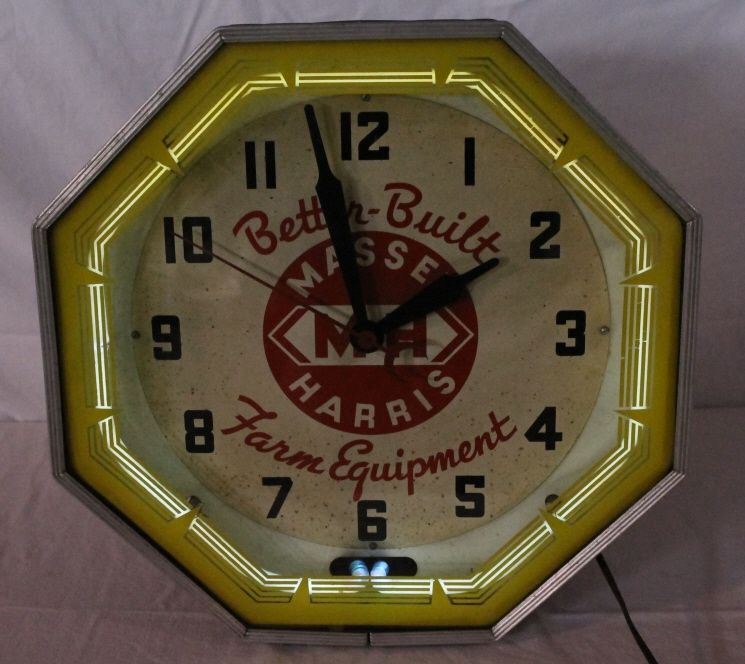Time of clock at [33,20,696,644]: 1:57
